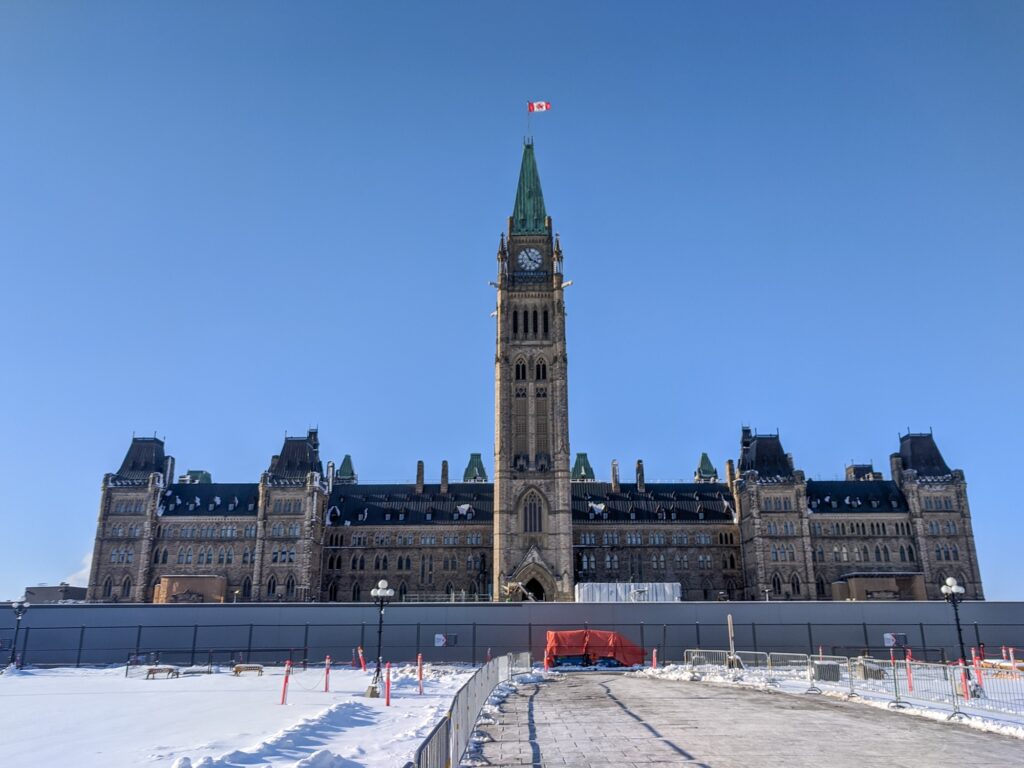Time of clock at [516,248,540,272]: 3:55
